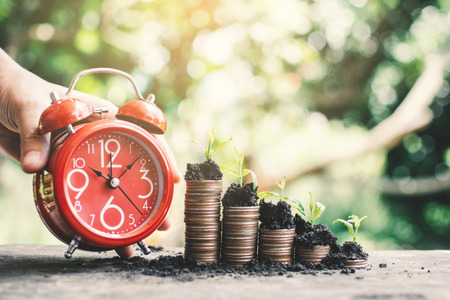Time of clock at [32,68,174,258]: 10:07
